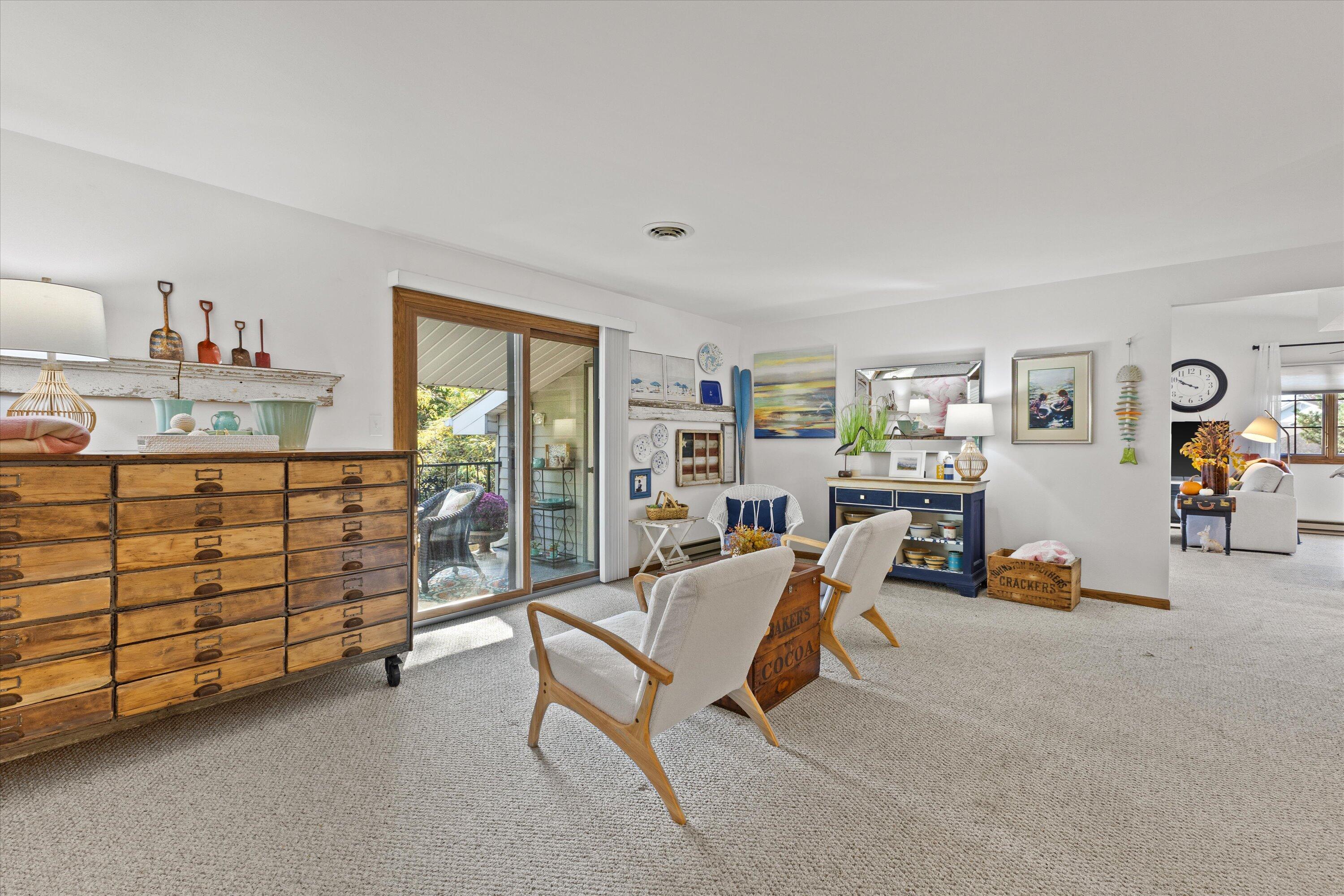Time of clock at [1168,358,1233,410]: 9:50
